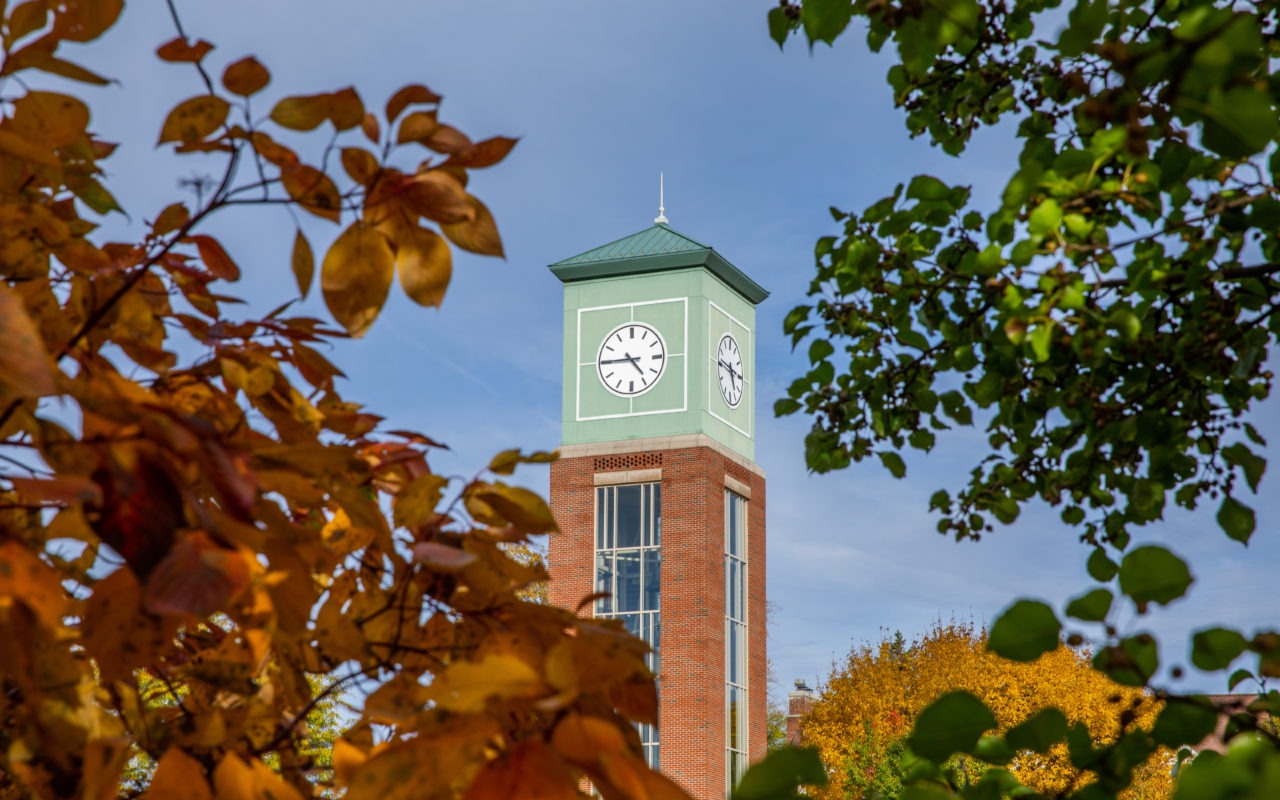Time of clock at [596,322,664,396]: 4:44
